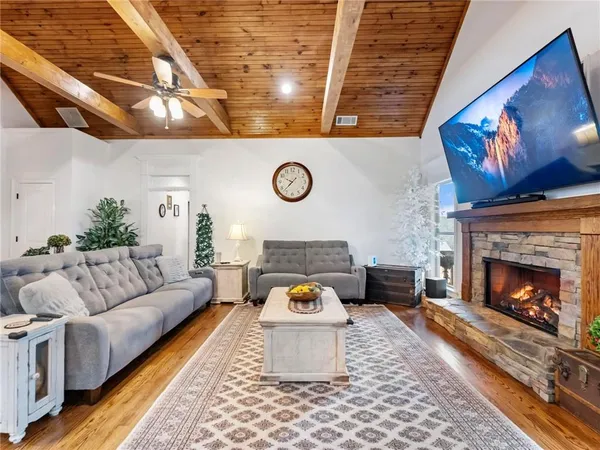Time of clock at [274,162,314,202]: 9:37
